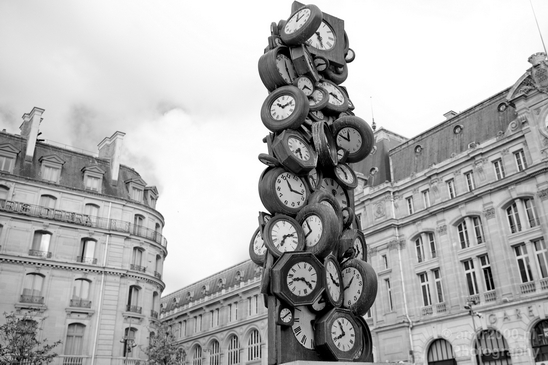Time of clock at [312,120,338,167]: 11:50
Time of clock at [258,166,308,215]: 11:17
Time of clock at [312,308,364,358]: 7:55
